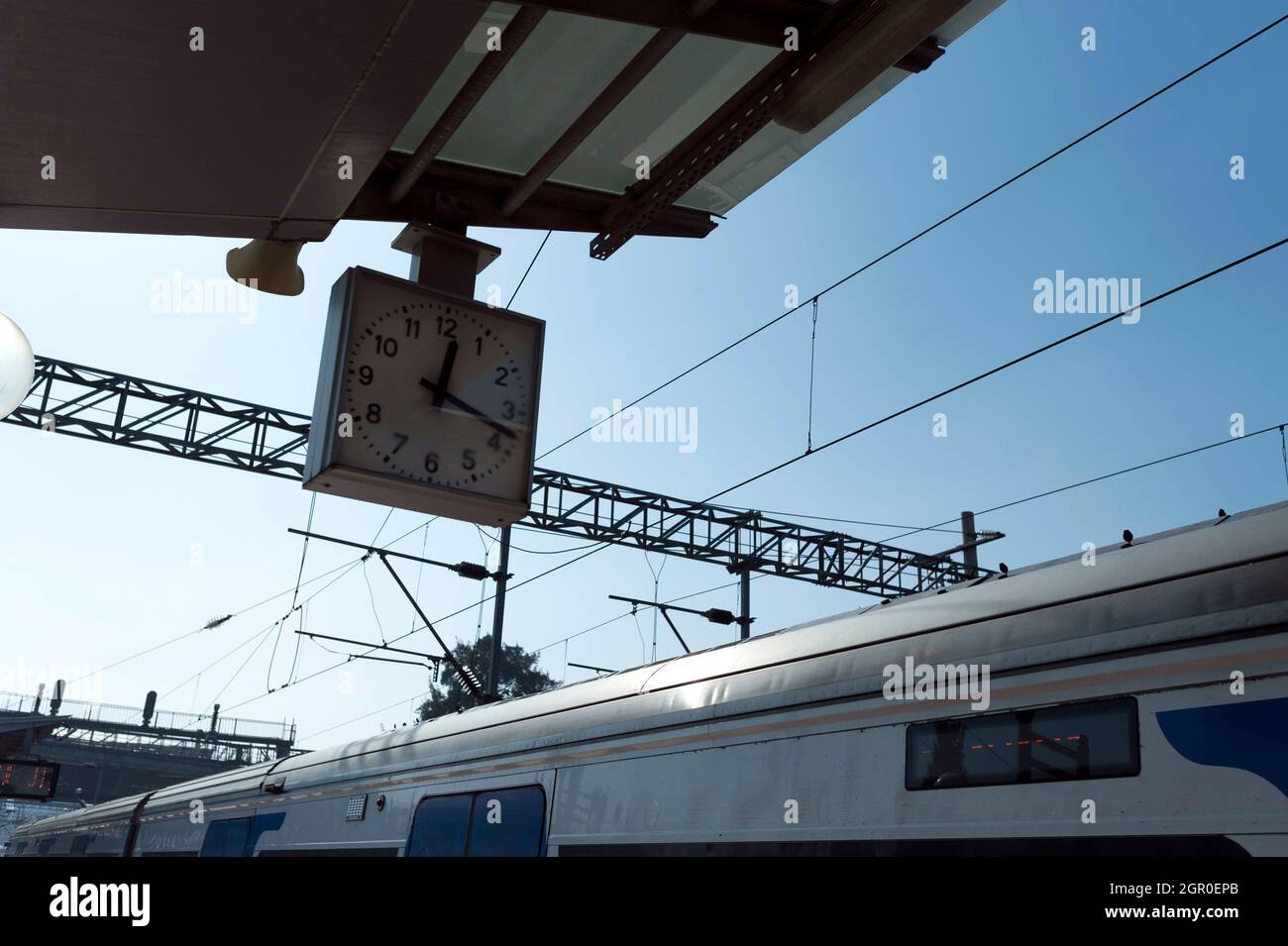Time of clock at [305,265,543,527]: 12:18
